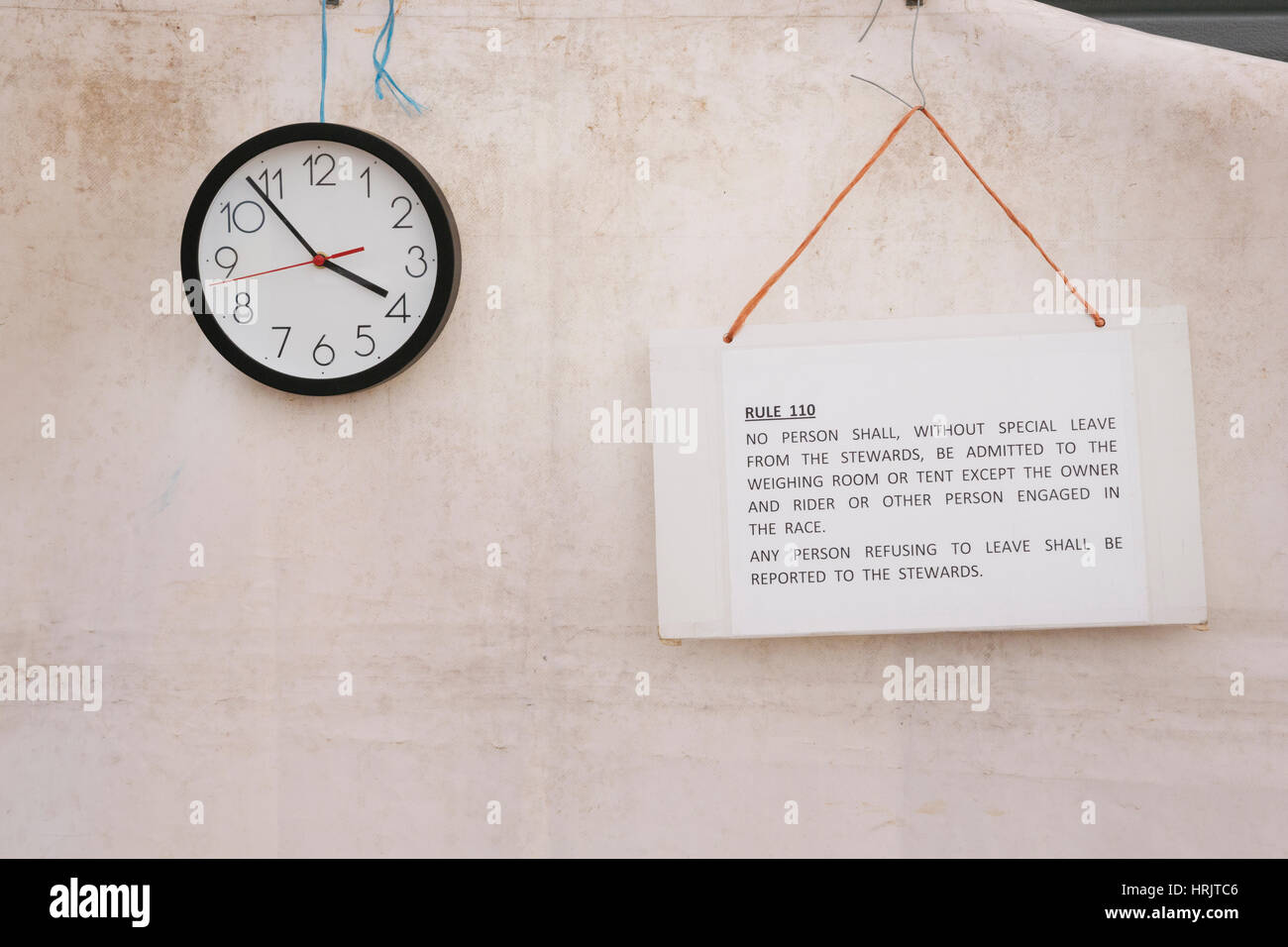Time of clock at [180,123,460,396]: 3:53
